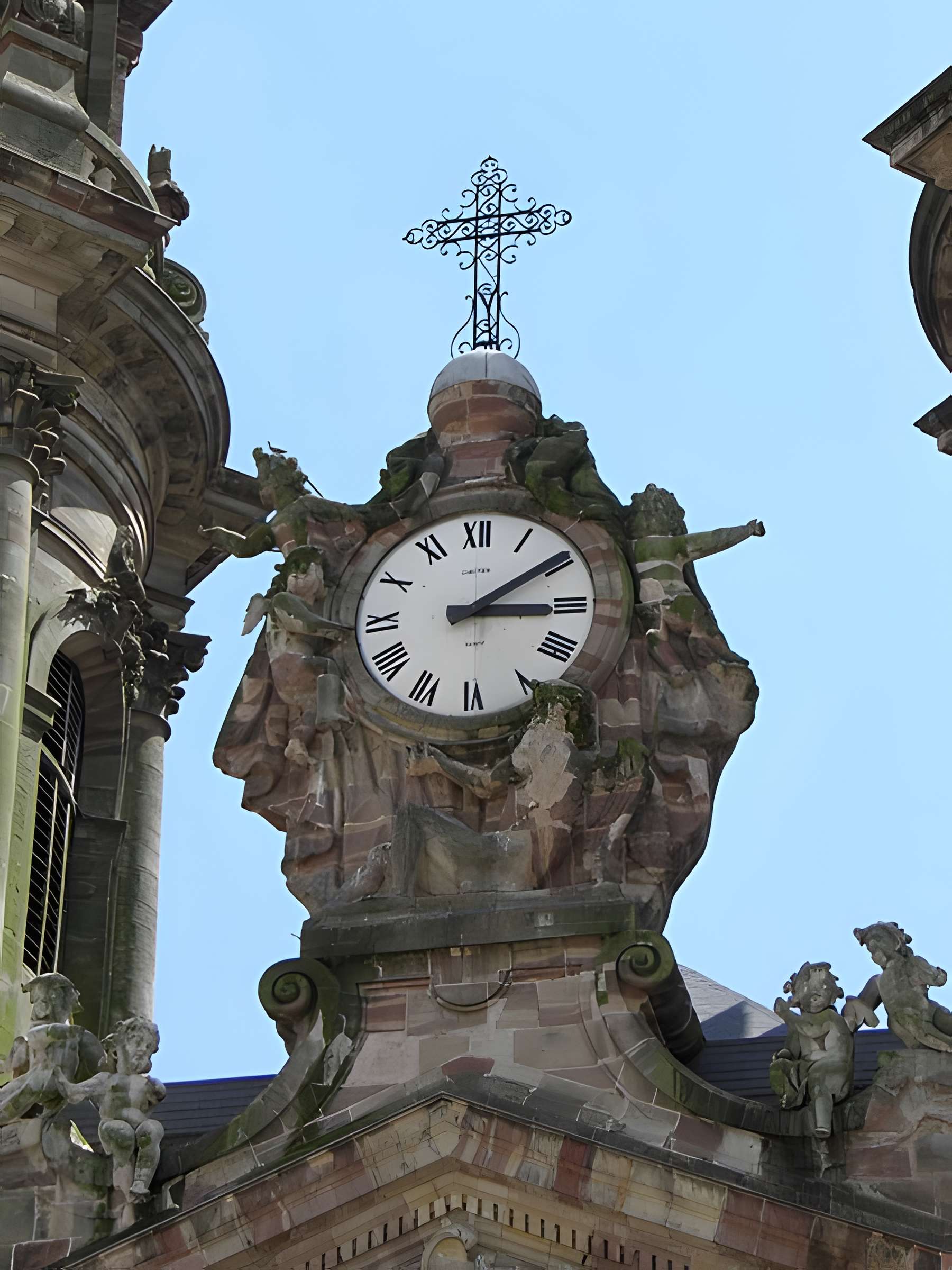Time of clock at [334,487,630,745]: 3:09
